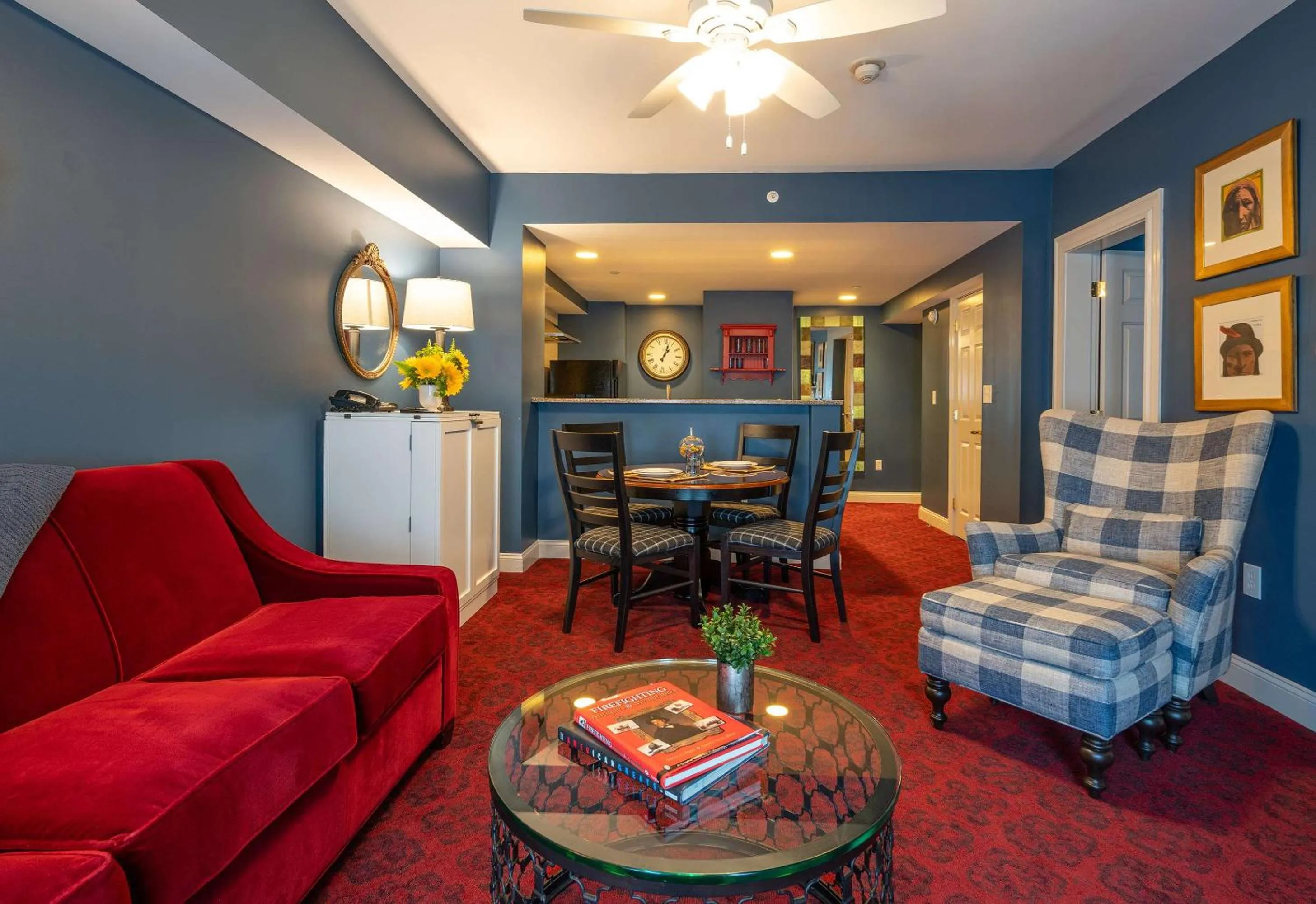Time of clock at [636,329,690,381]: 1:02
